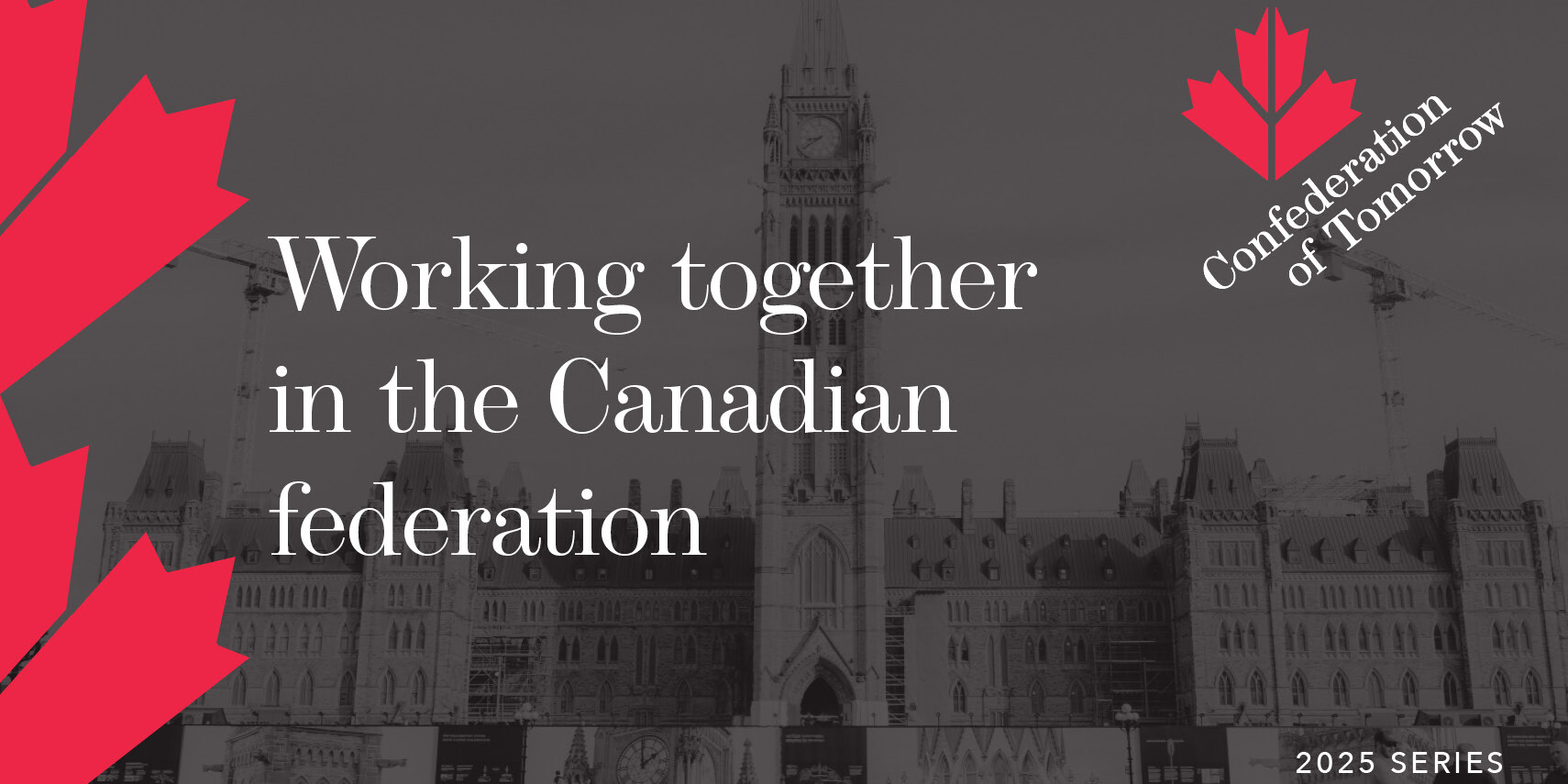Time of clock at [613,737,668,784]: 1:59
